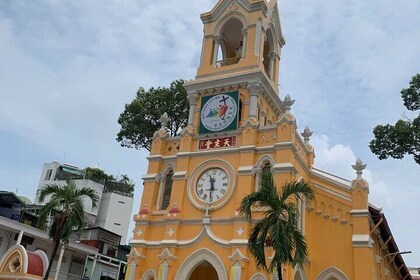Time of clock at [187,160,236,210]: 11:30
